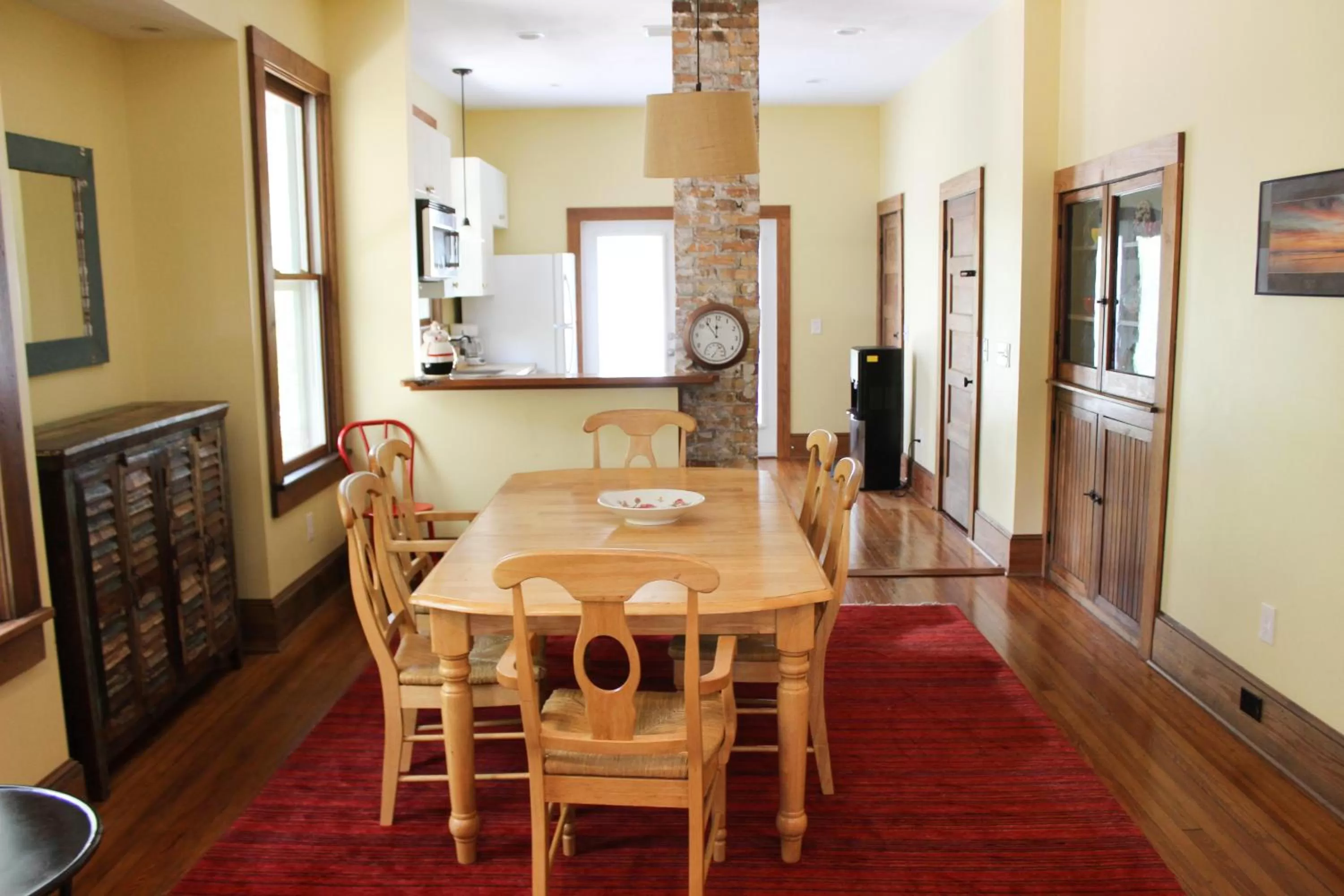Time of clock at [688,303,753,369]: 11:53
